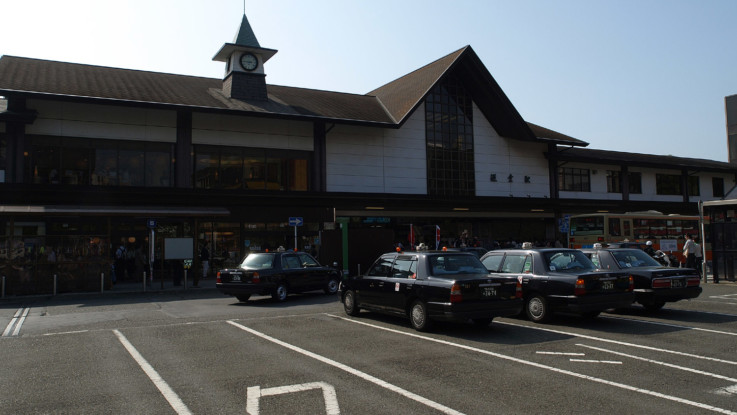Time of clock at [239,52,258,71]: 2:46
